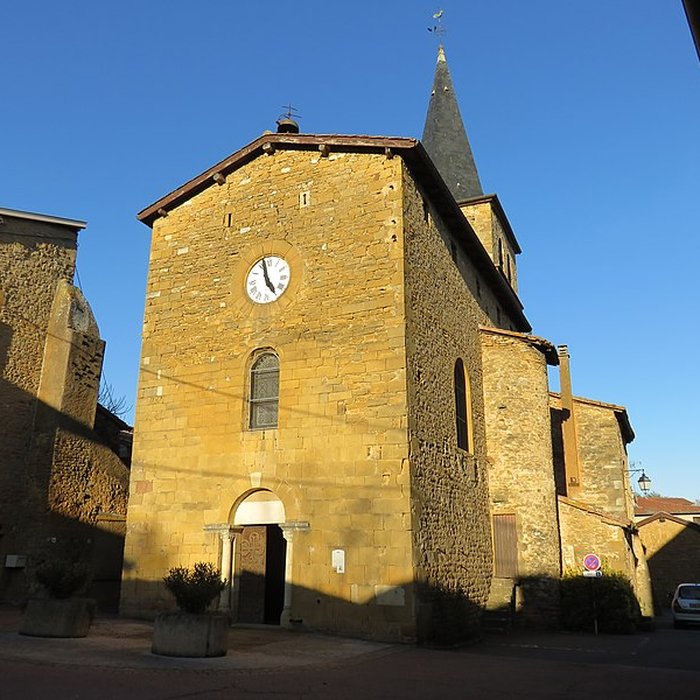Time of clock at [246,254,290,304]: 4:57
